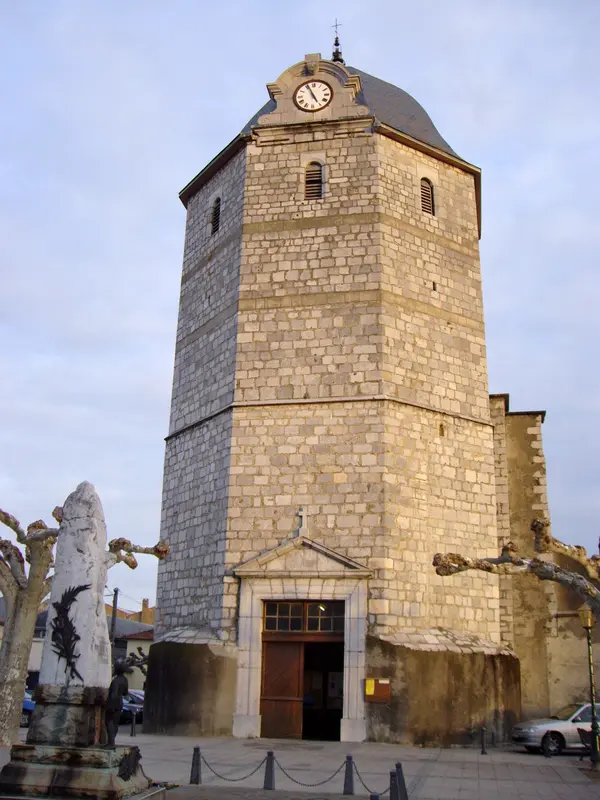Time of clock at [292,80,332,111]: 4:56
